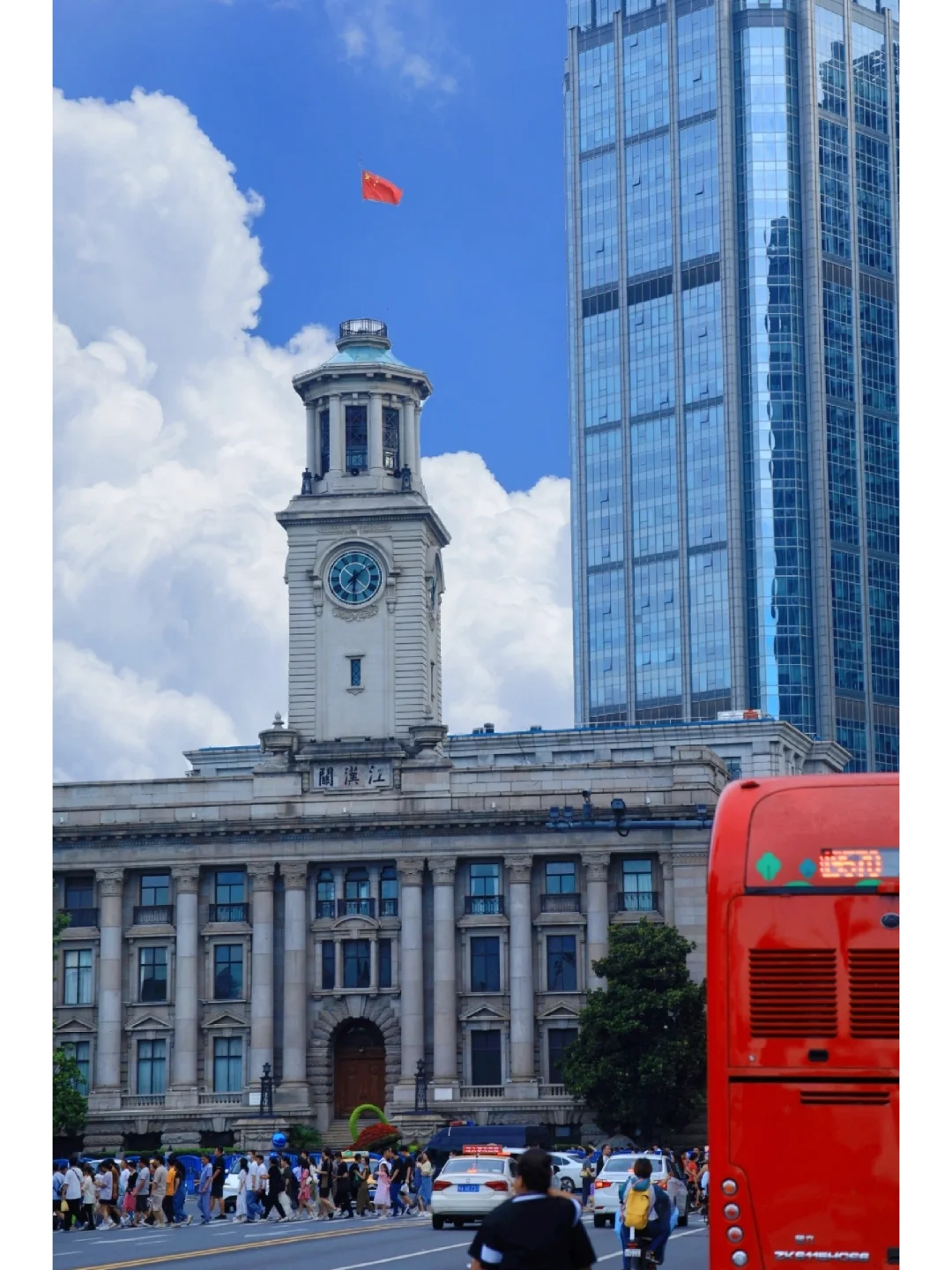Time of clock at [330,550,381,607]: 6:08
